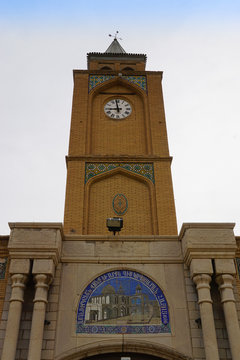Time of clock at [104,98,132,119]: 8:58
